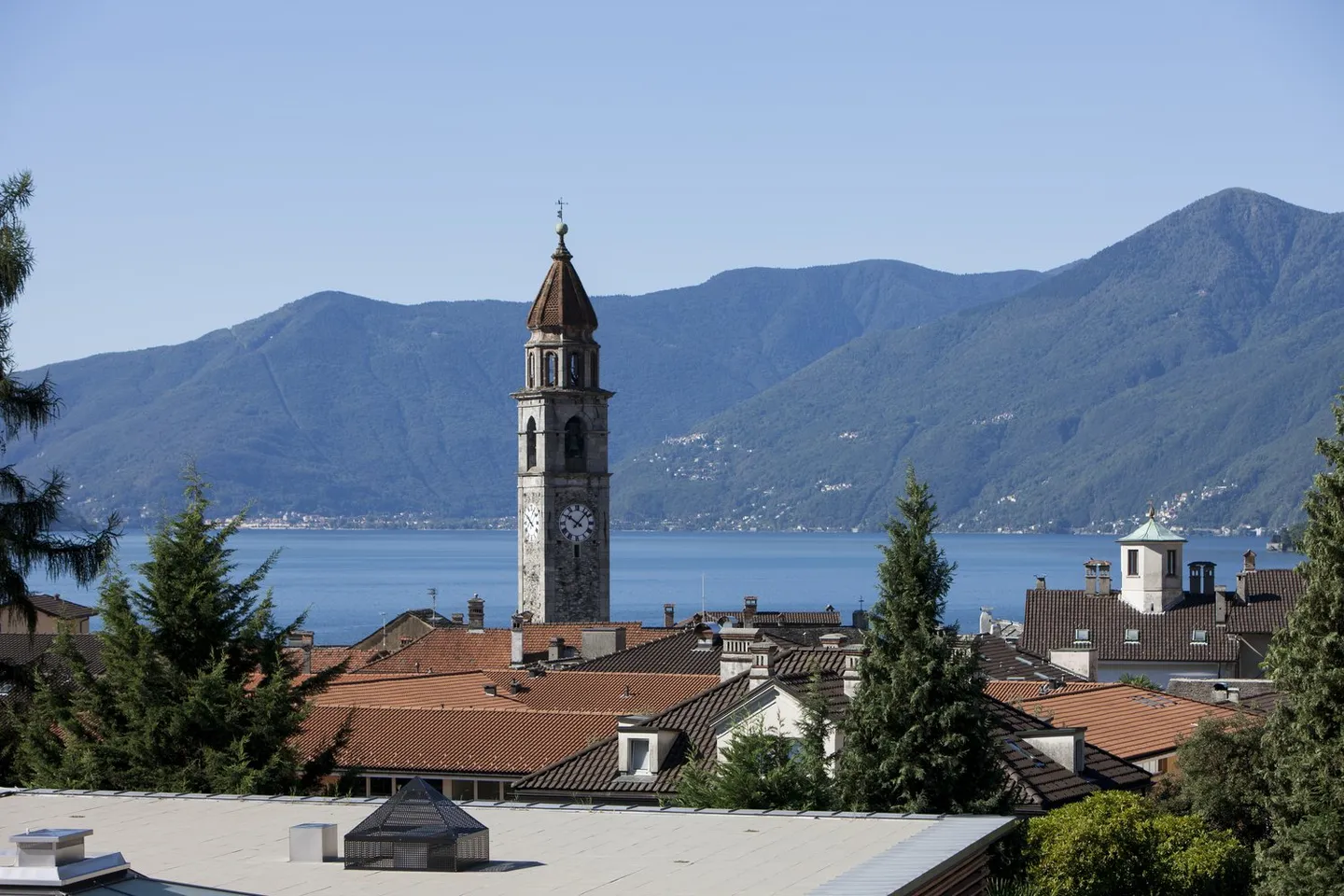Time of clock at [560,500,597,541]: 10:07
